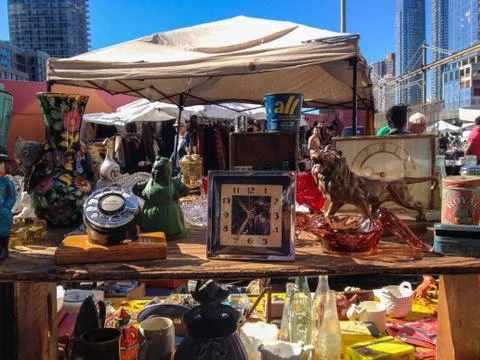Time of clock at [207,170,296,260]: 10:35
